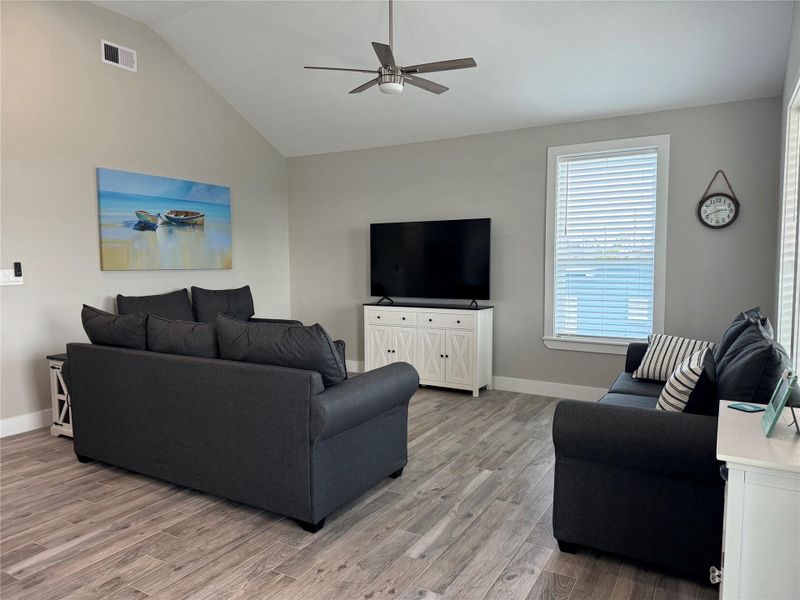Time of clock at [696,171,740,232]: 2:41
